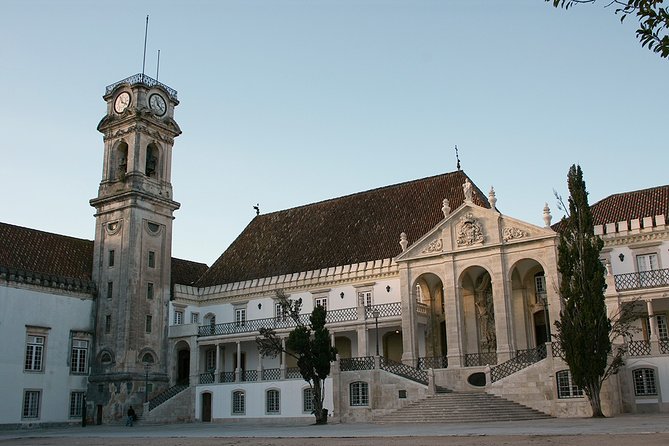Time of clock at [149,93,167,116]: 11:21
